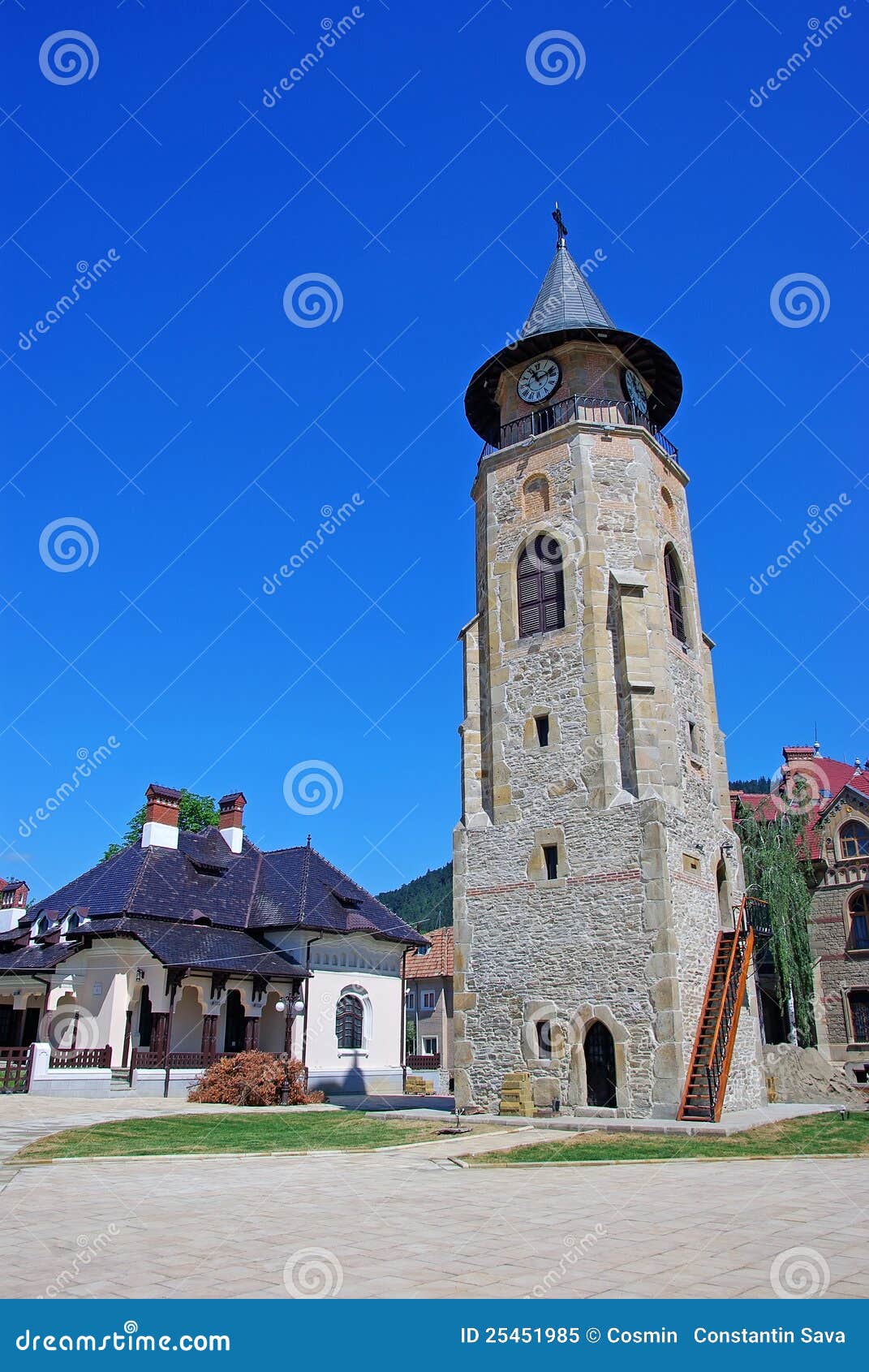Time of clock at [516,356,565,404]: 11:12
